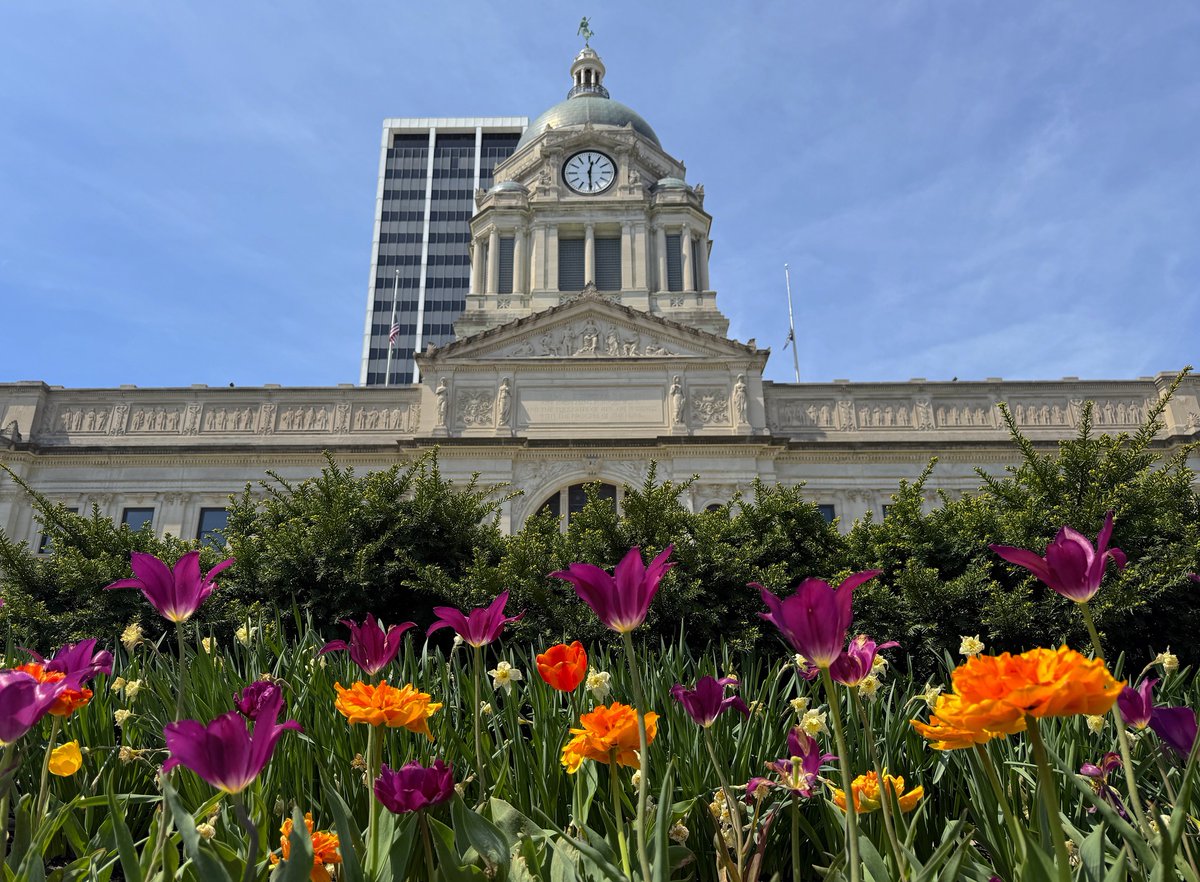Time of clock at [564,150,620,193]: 12:29
